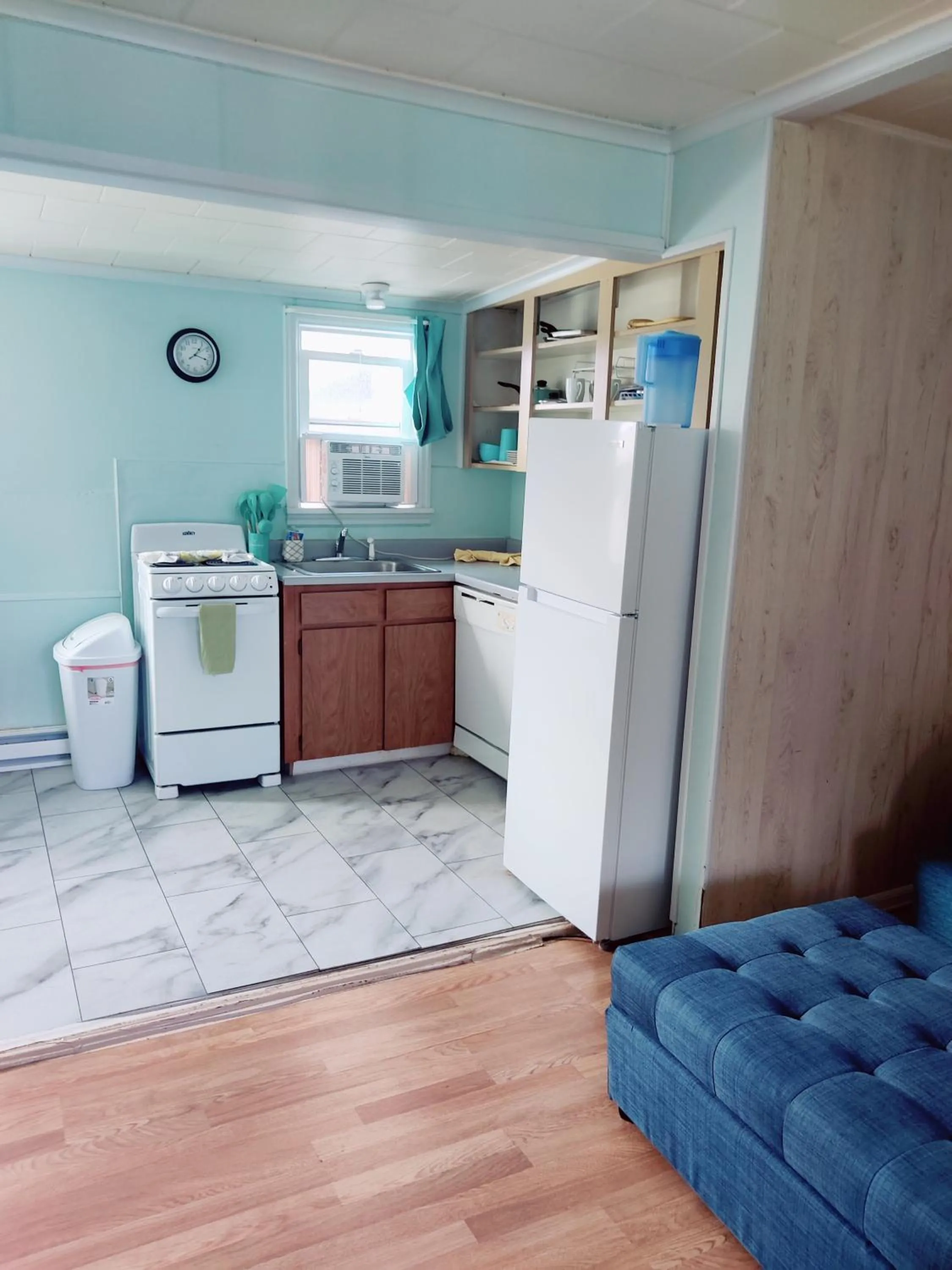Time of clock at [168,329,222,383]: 1:18
